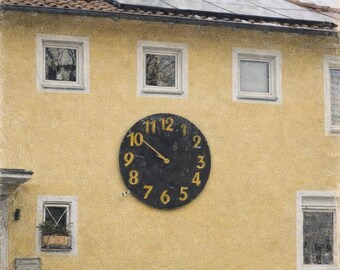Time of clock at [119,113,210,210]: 9:51
